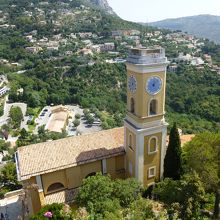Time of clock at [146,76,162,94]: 12:07
